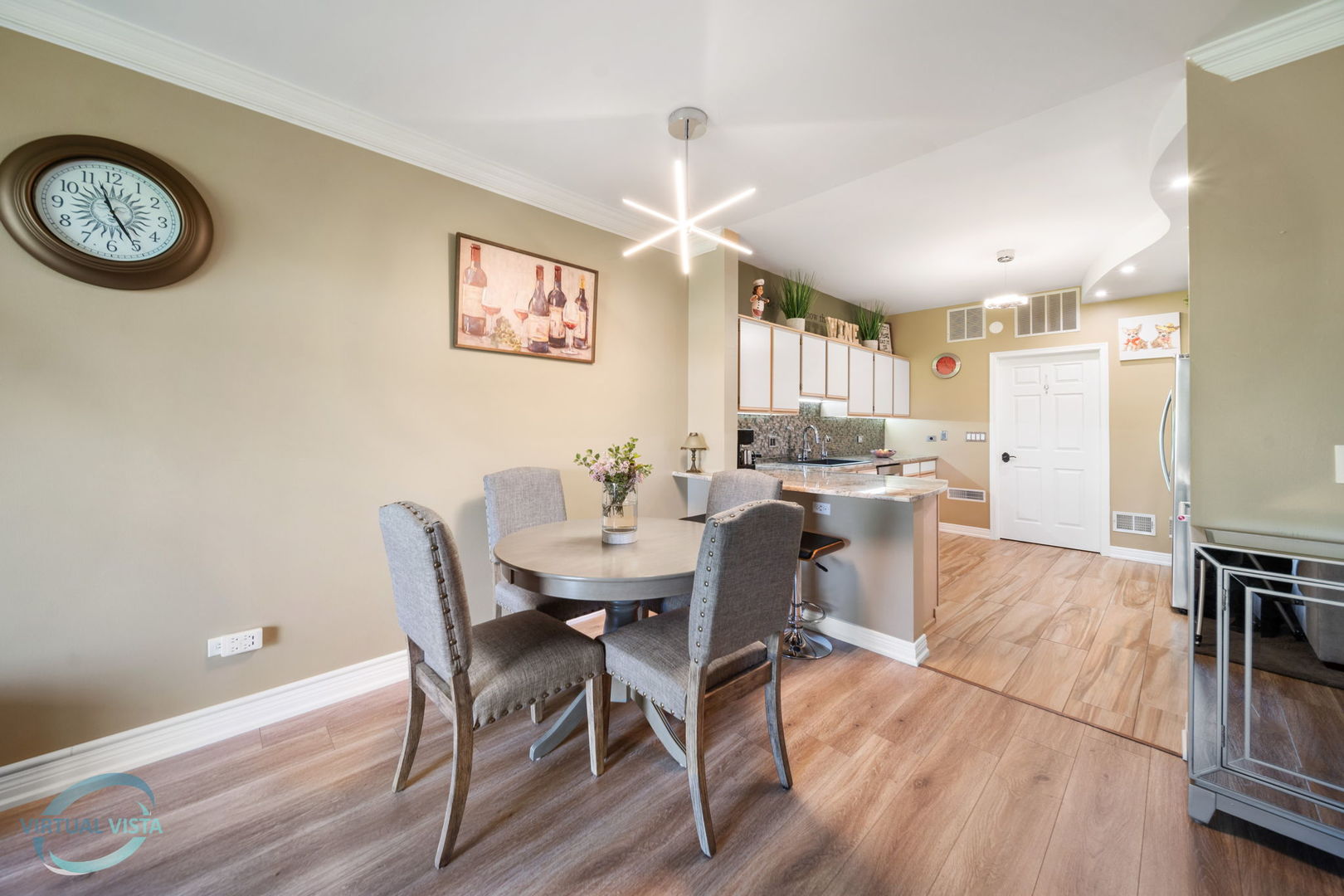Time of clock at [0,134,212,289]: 11:25
